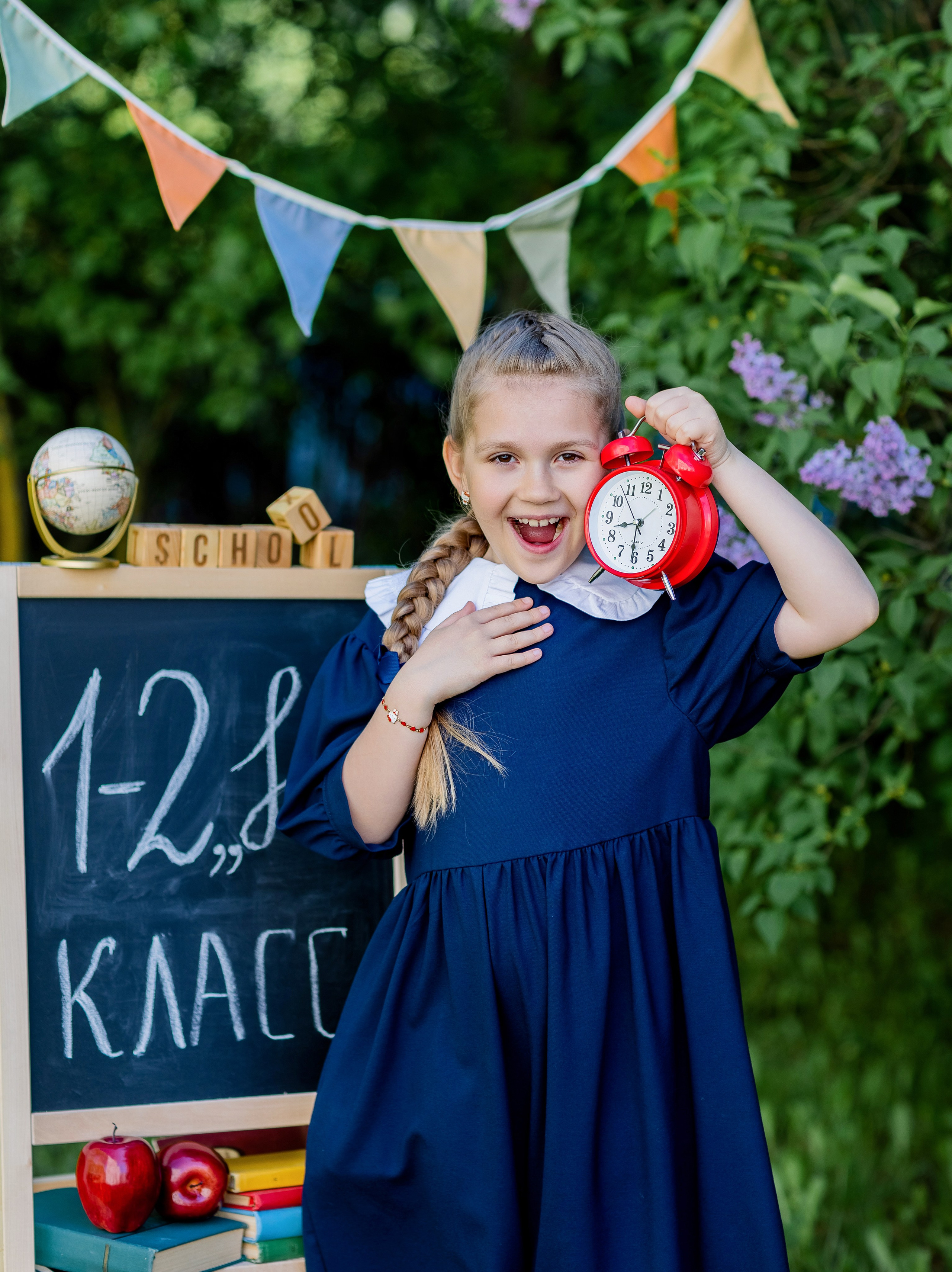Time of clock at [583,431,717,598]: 8:30
